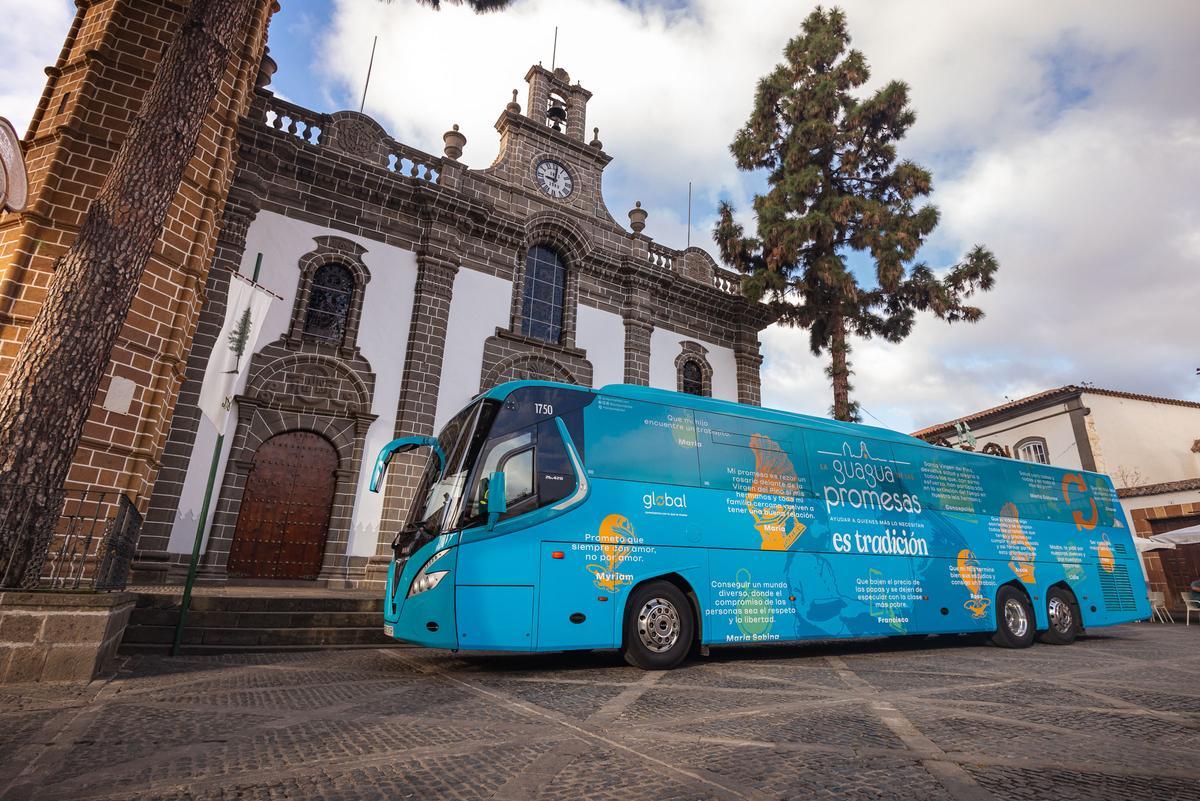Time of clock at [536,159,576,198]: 9:01
